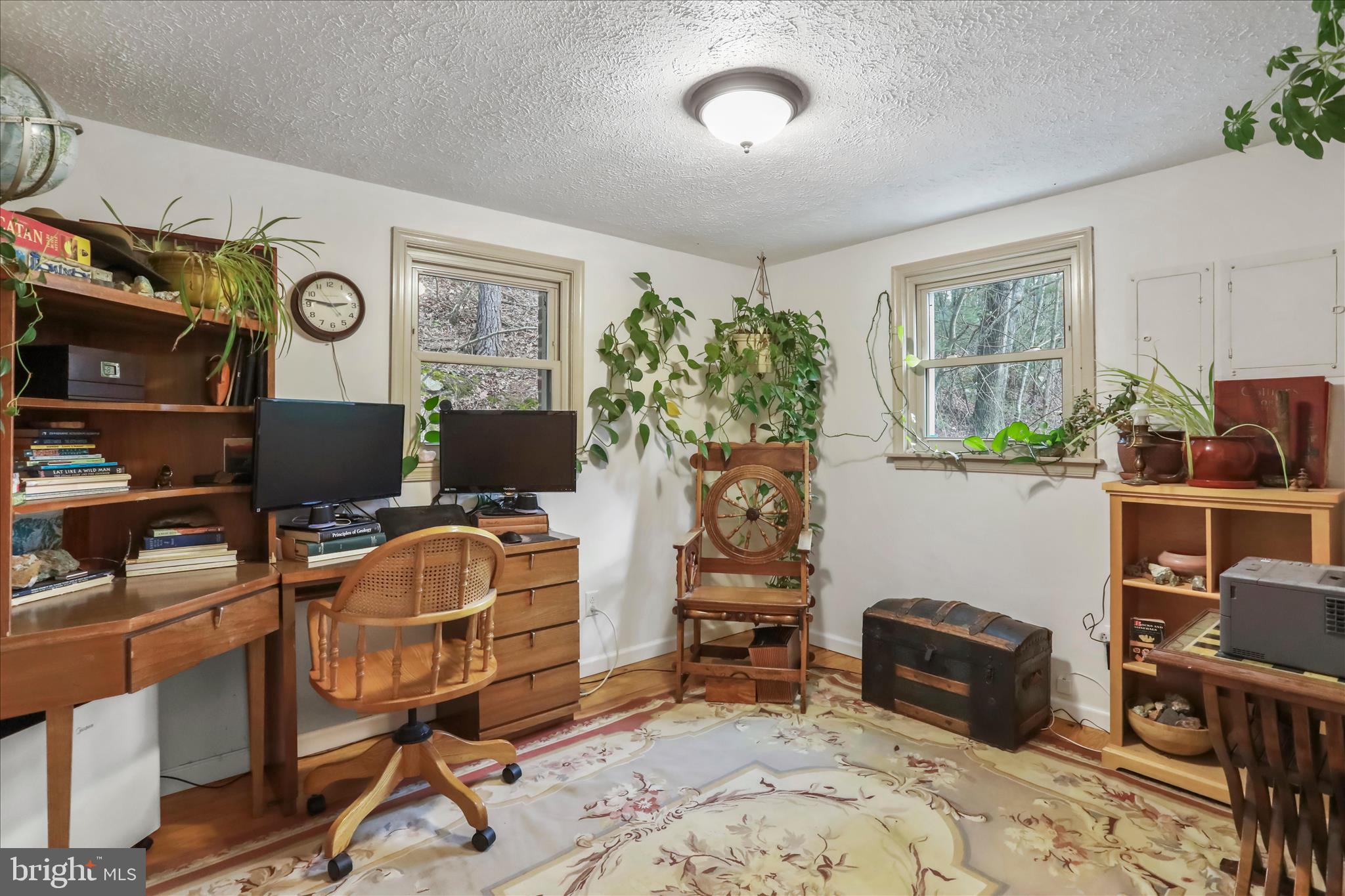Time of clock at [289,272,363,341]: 2:46
